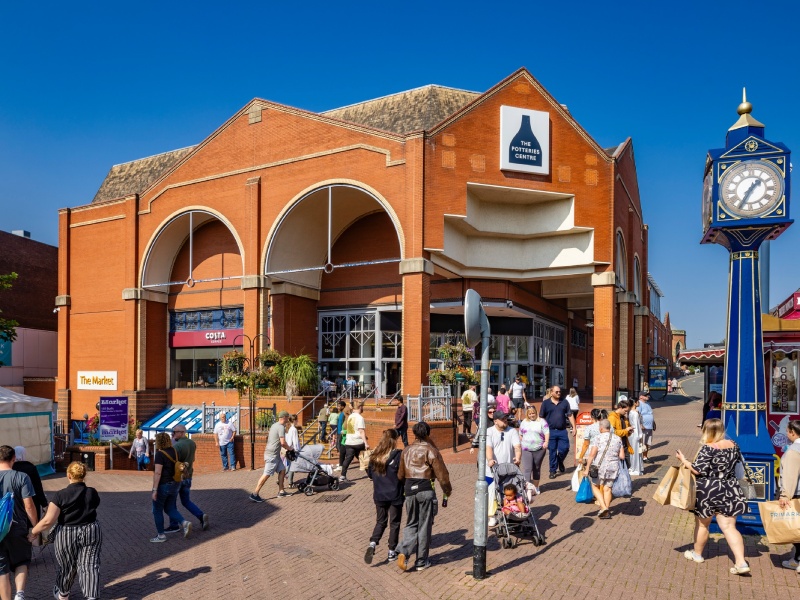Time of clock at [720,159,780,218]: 1:34
